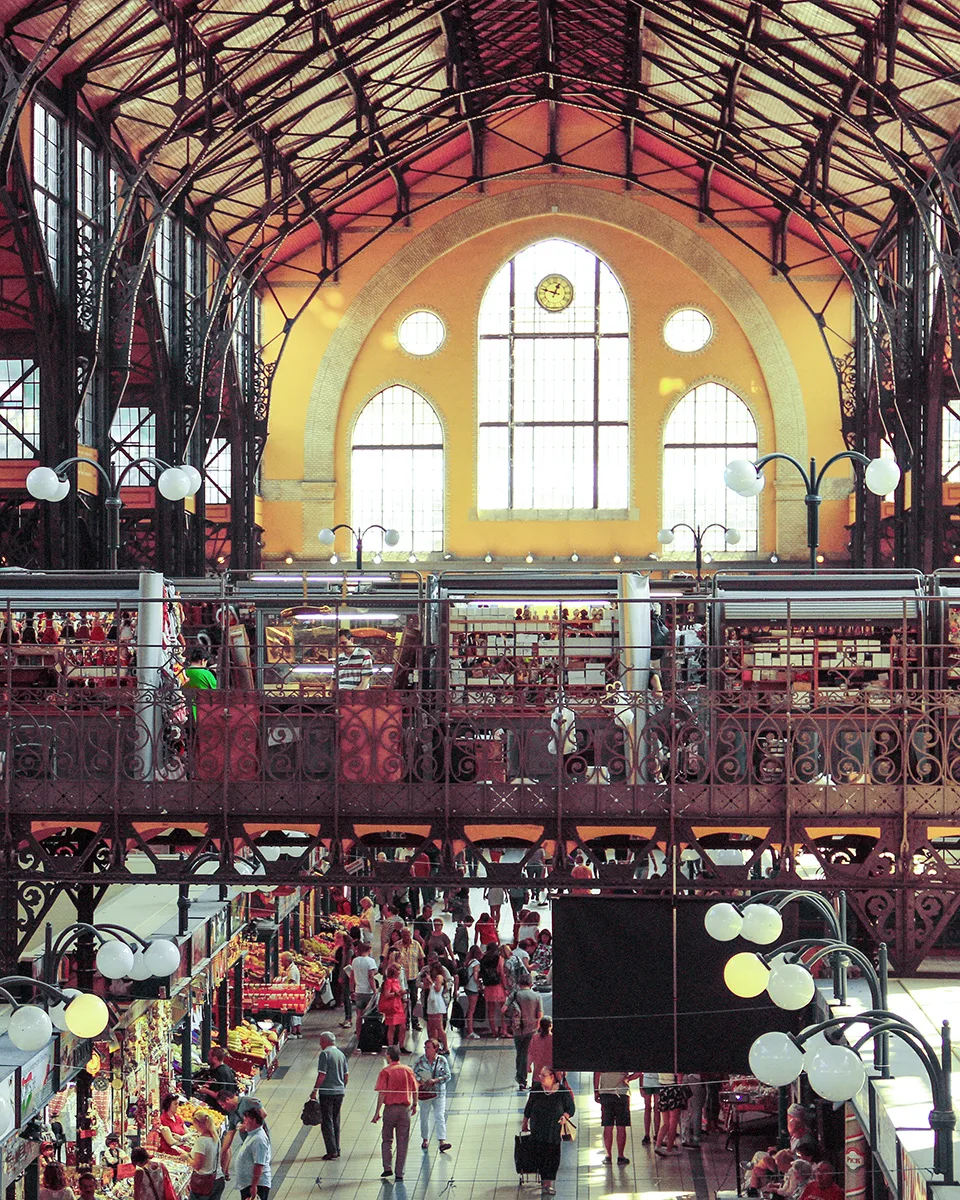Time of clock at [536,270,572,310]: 12:47
